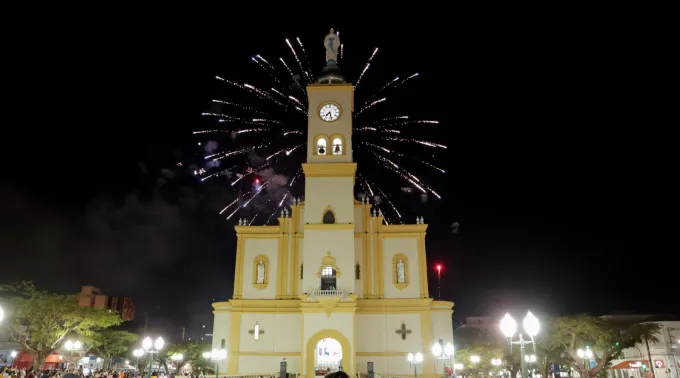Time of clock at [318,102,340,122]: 7:27
